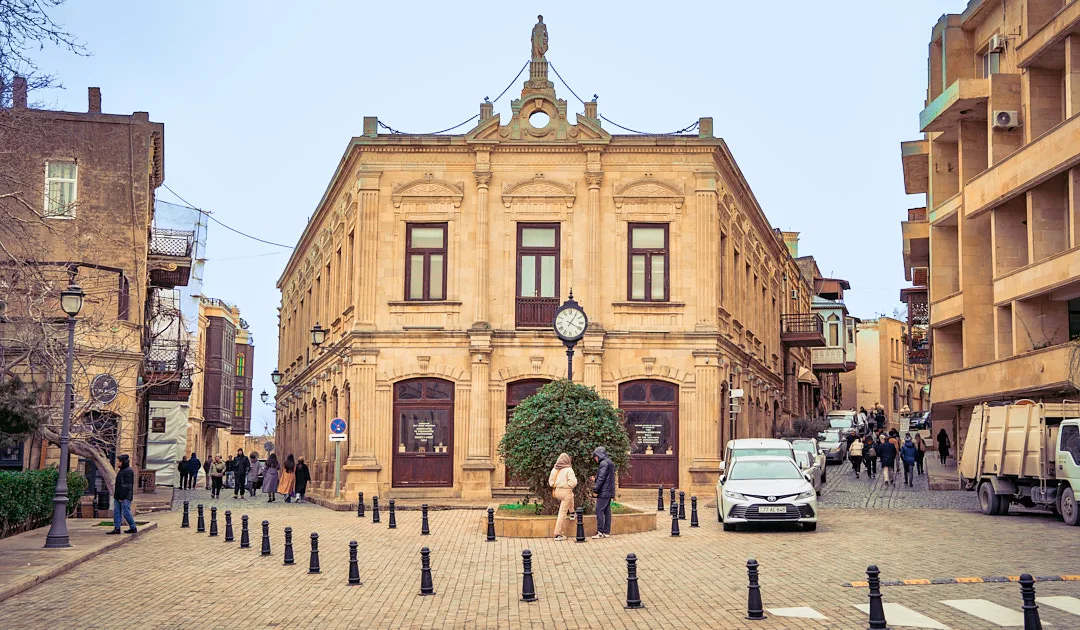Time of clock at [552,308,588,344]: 4:05
